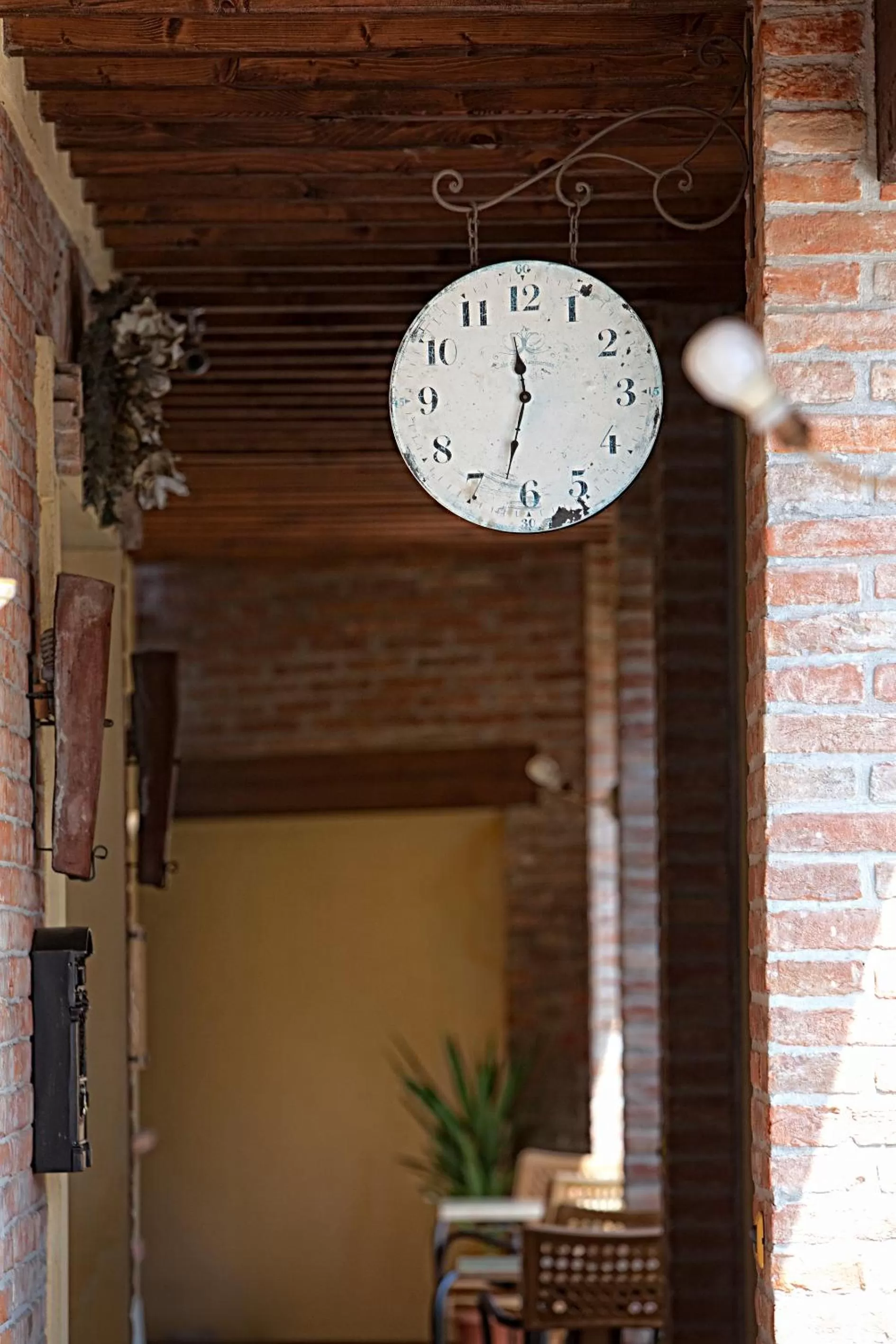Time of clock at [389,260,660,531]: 11:32
